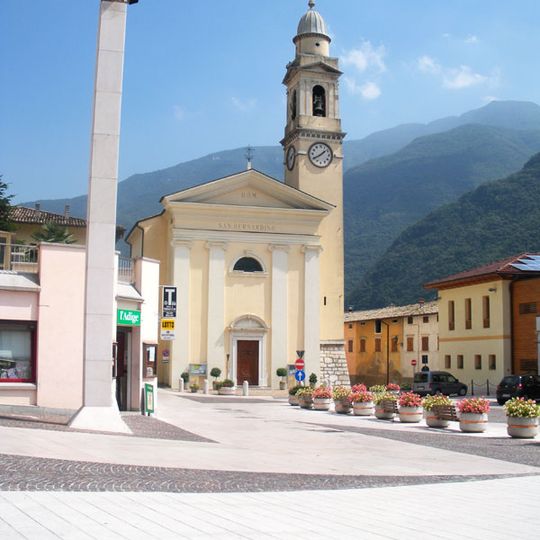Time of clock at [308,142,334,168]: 1:39
